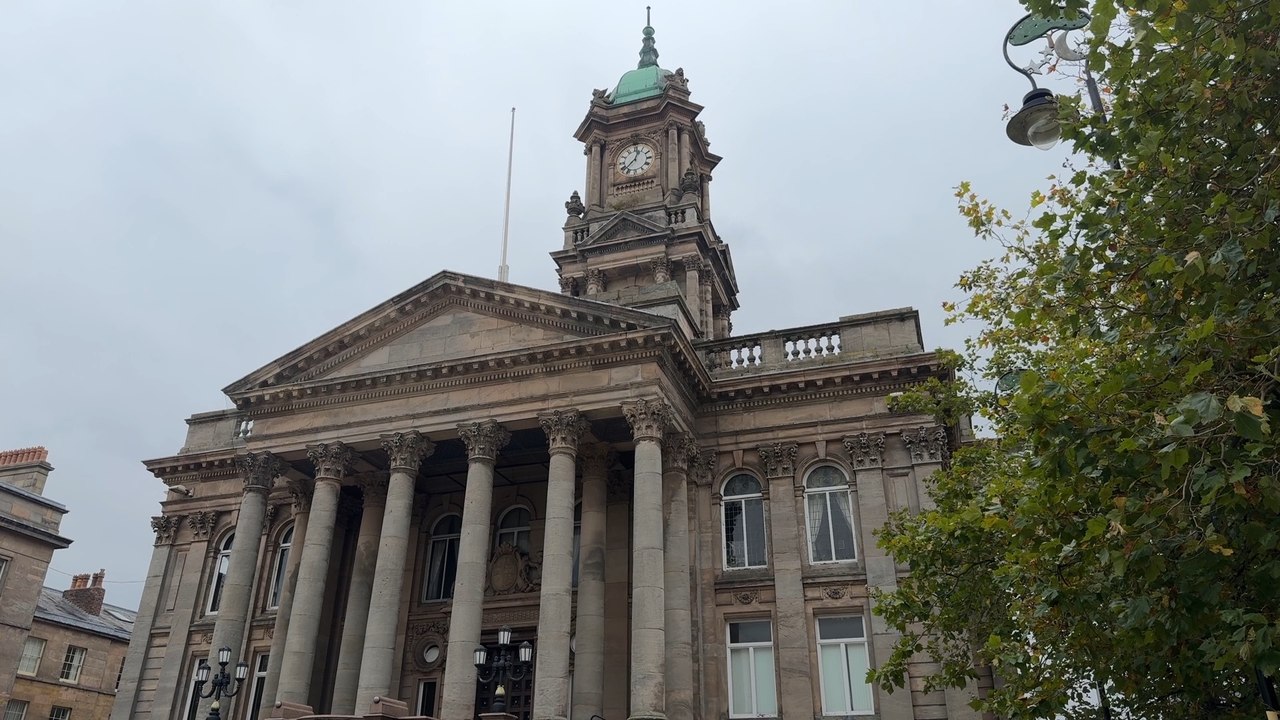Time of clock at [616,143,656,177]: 12:37
